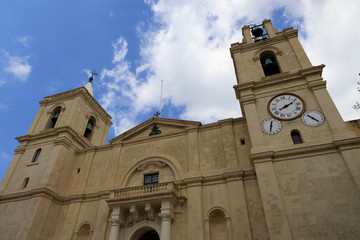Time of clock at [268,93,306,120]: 8:11
